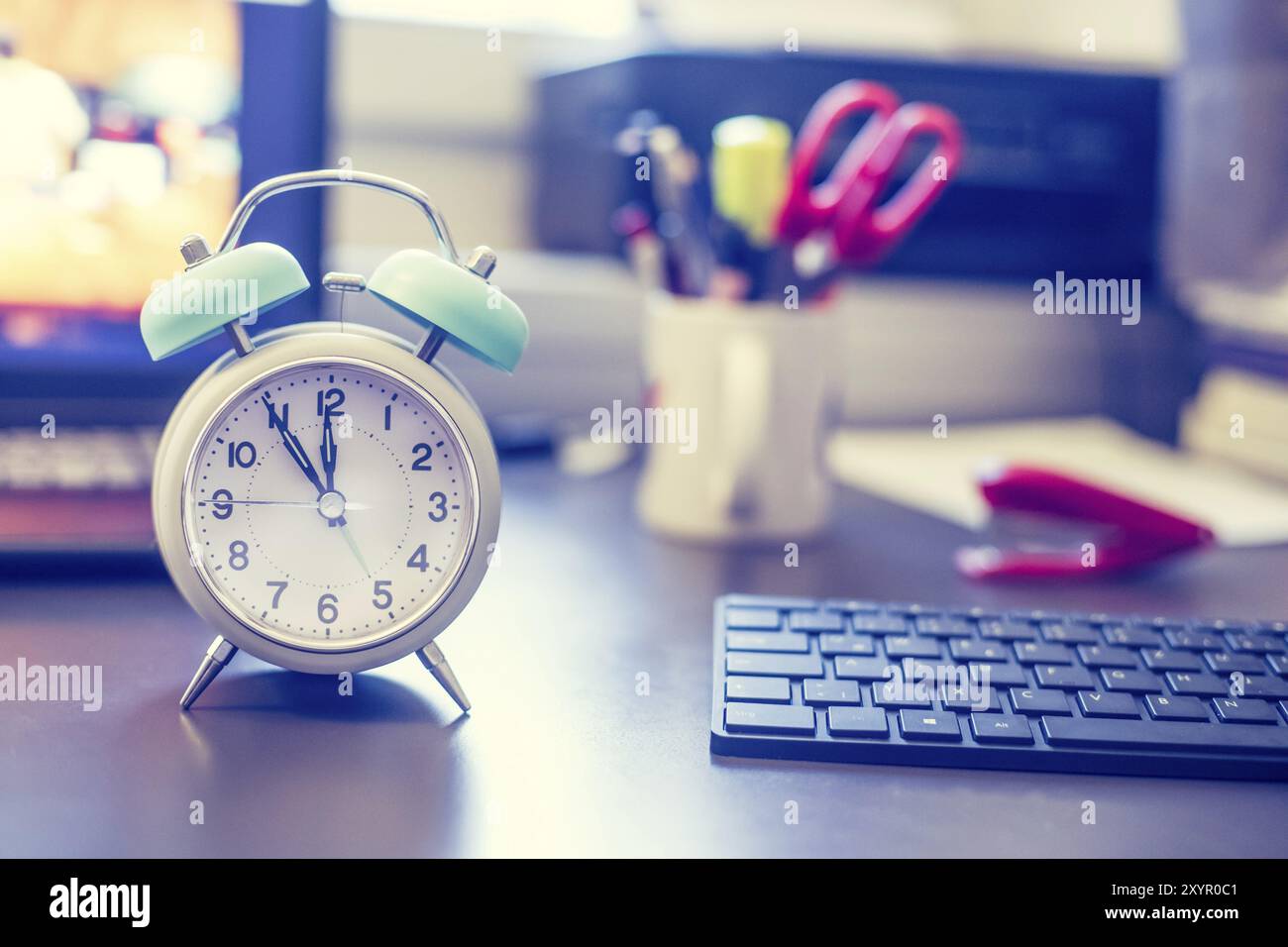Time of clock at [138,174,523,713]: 11:54
